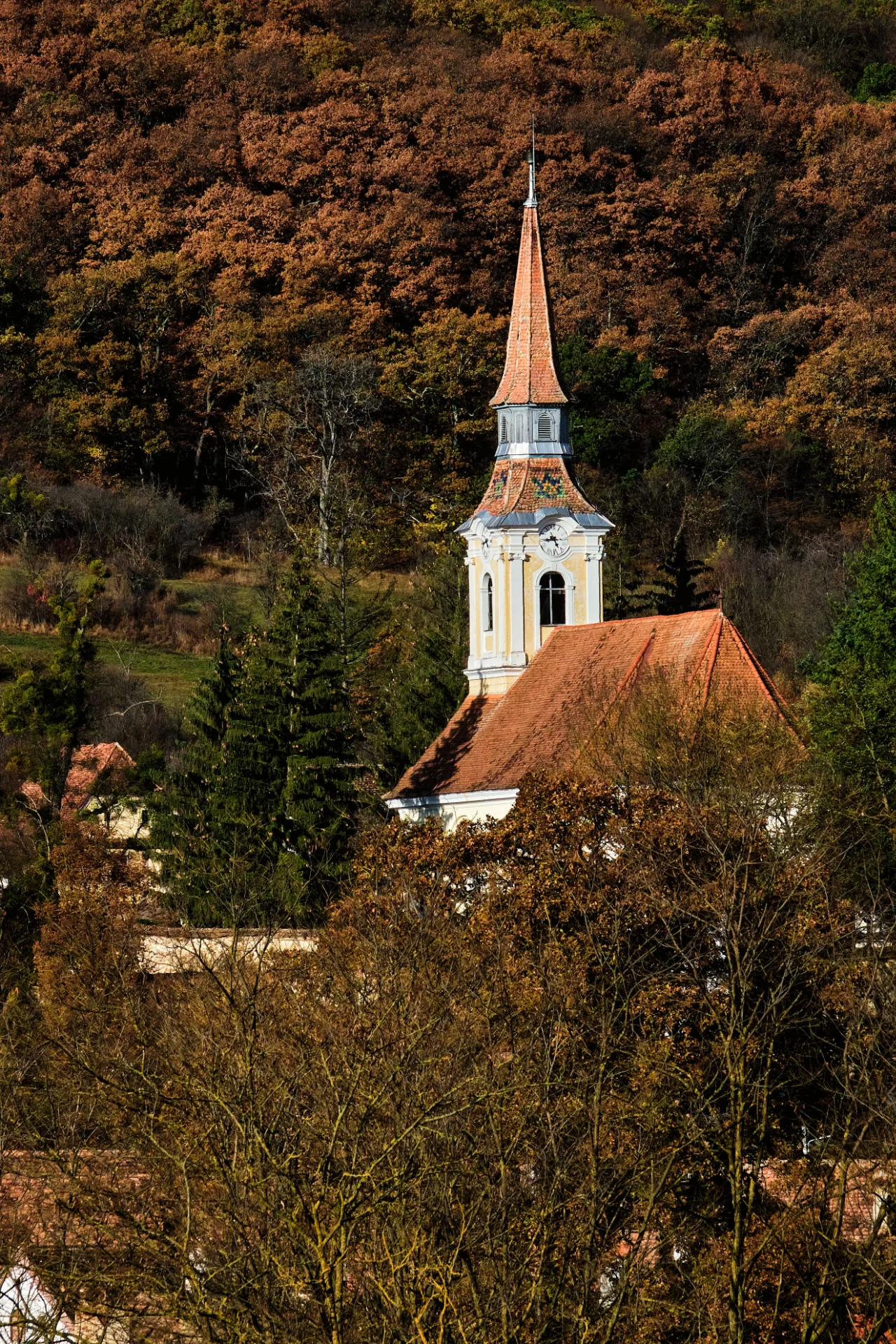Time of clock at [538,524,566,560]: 8:26
